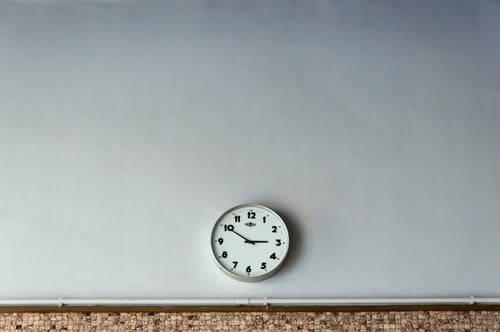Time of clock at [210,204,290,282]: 2:50
